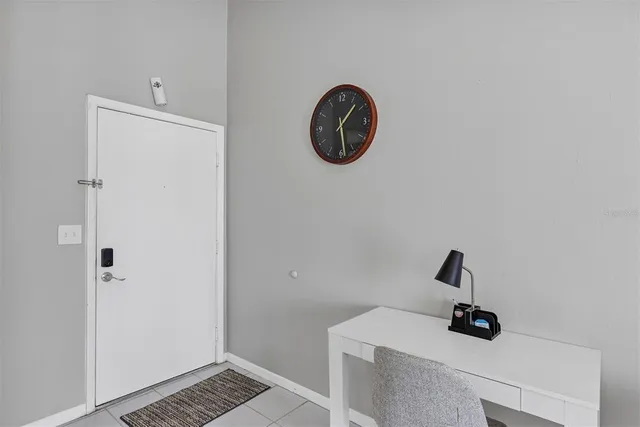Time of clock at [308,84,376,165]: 1:28
